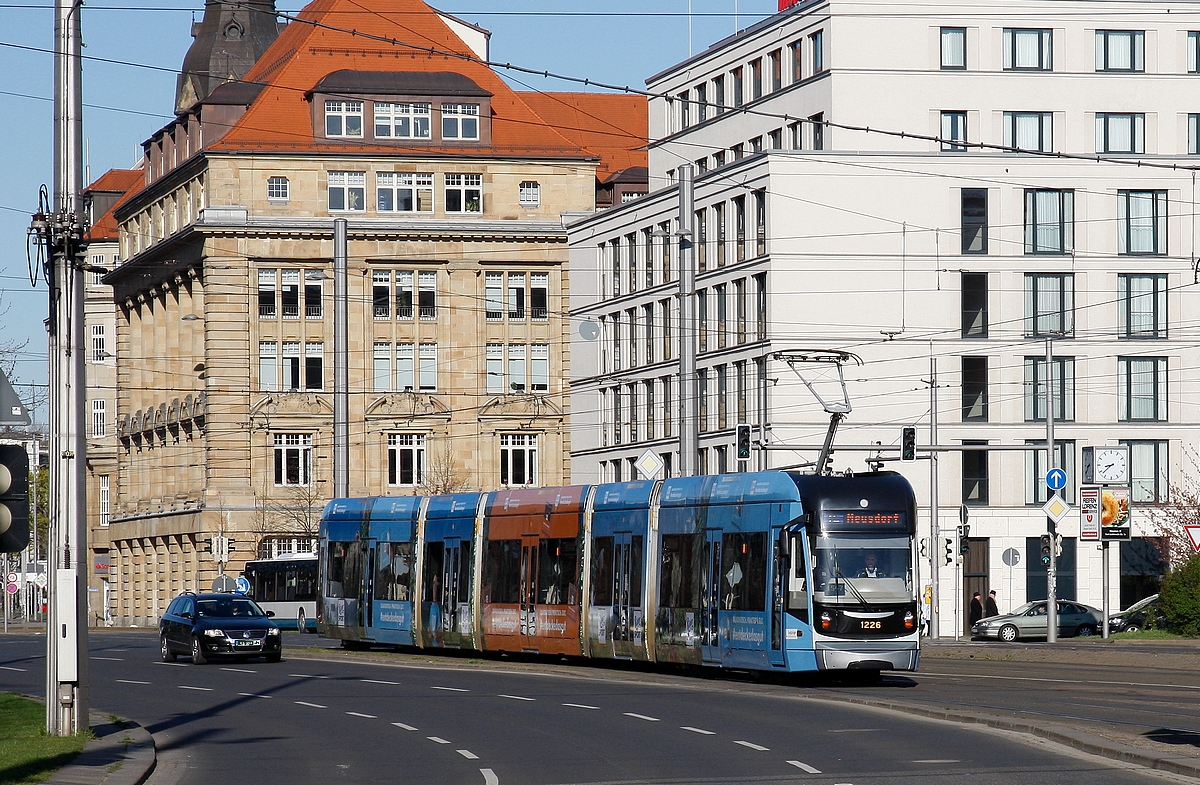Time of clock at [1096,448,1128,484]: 8:38
